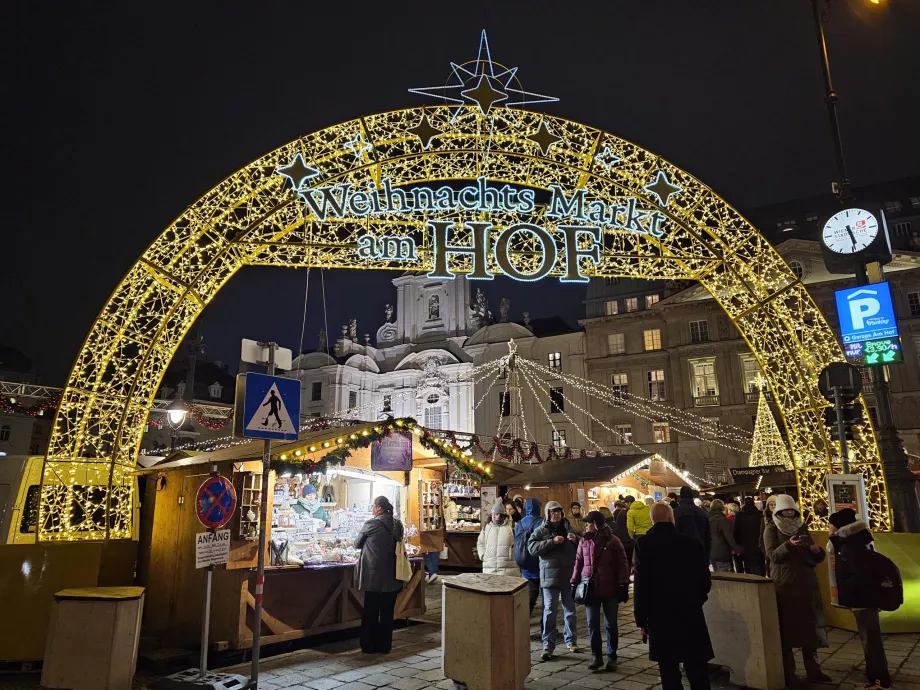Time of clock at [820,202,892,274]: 5:28
